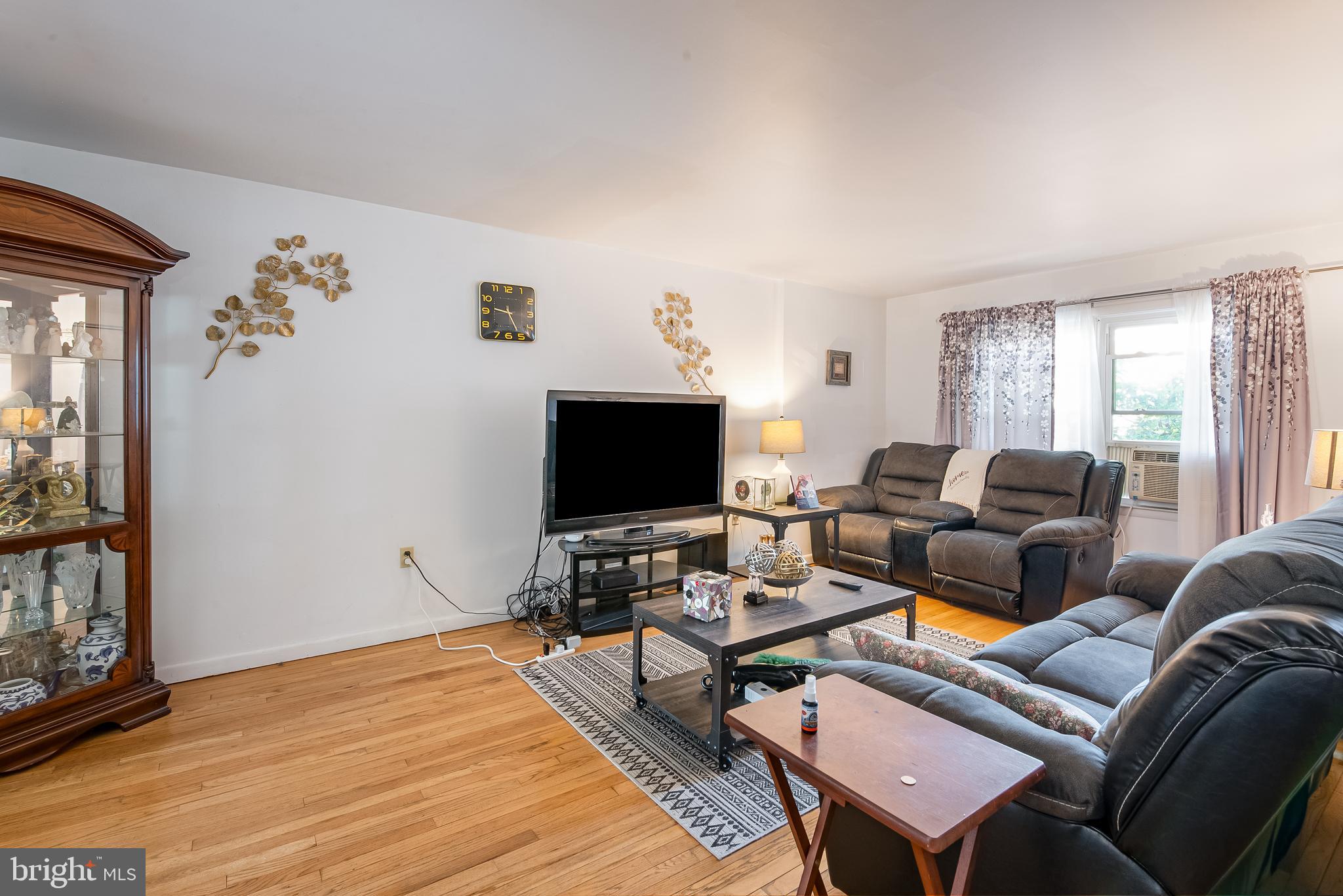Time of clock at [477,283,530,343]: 9:25
